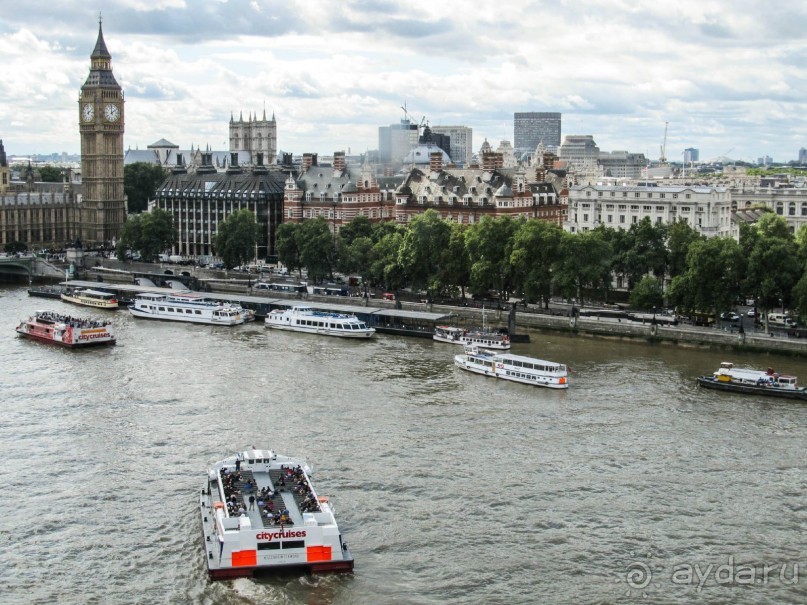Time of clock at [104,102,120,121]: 1:59
